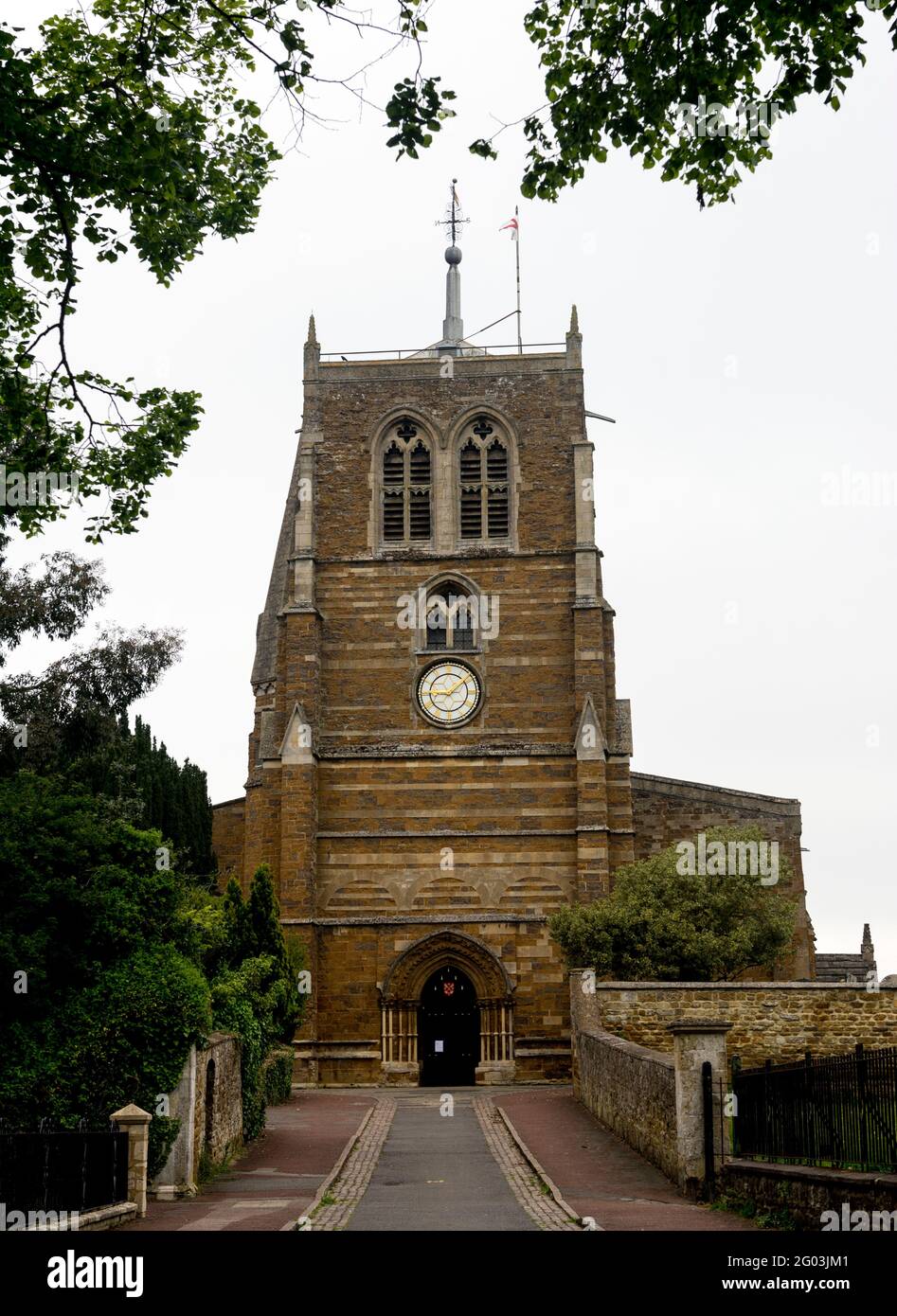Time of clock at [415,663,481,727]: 9:08
